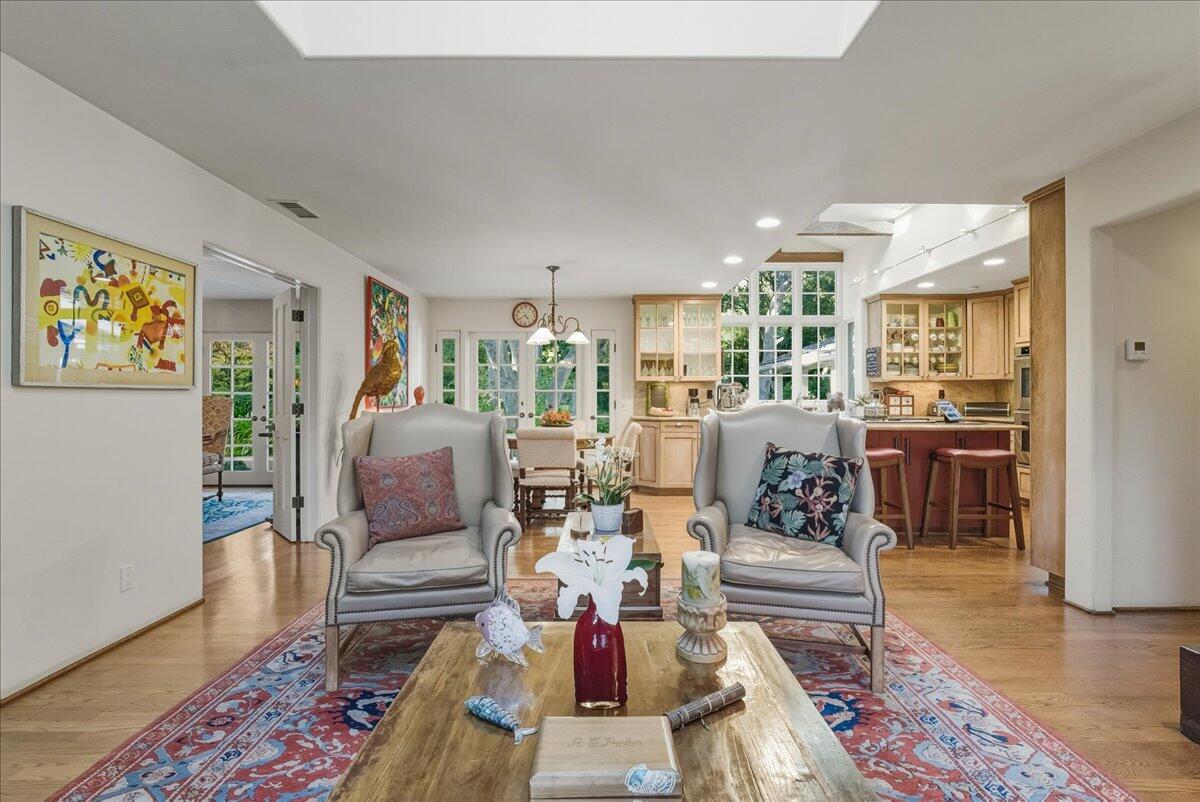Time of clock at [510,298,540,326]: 4:39
